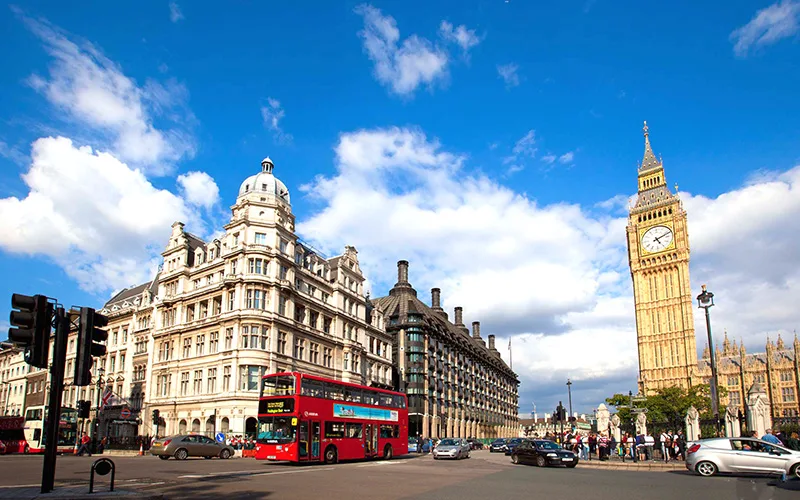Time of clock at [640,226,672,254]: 5:11
